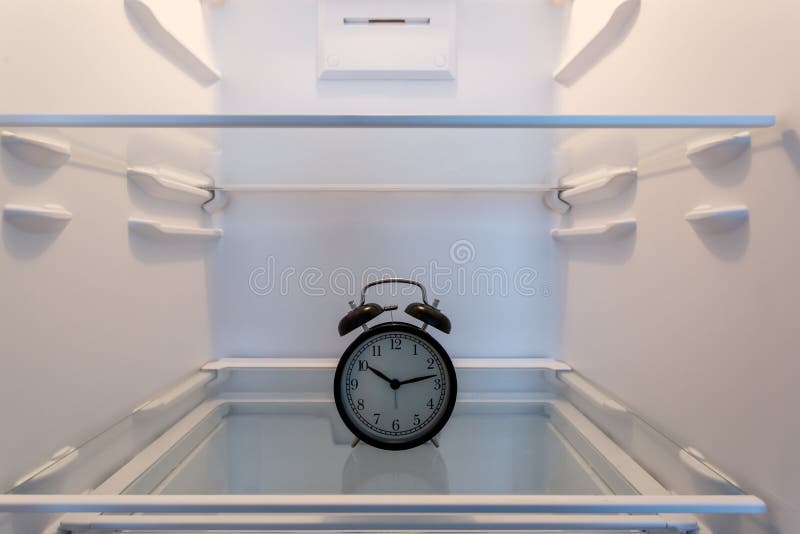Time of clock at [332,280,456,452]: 10:13
